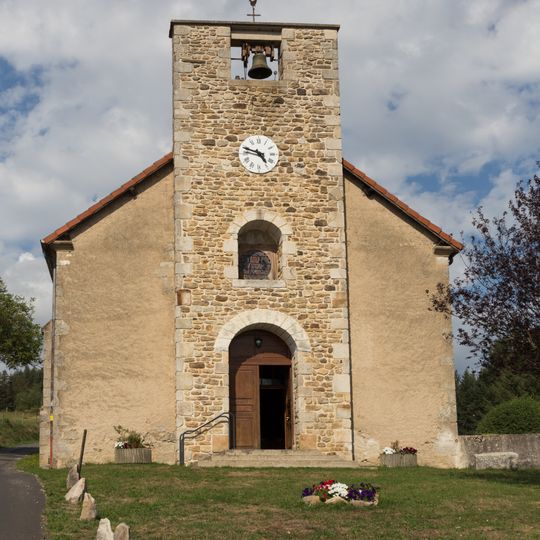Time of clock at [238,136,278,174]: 4:48
